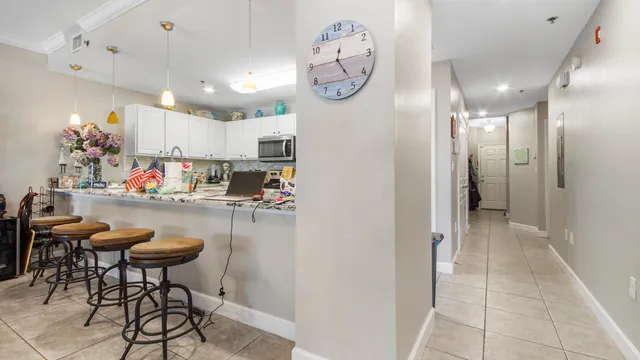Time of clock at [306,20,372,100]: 12:24
